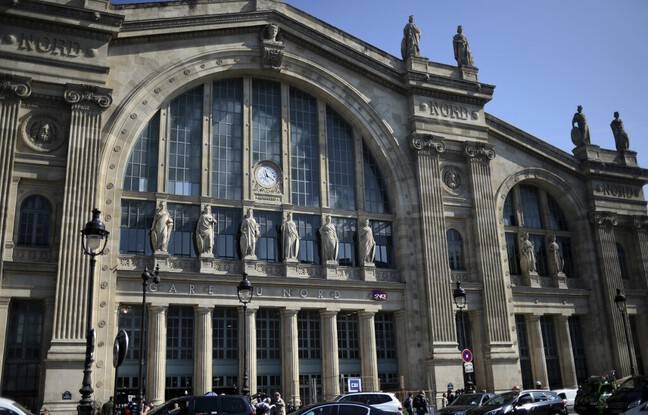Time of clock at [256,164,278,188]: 11:19
